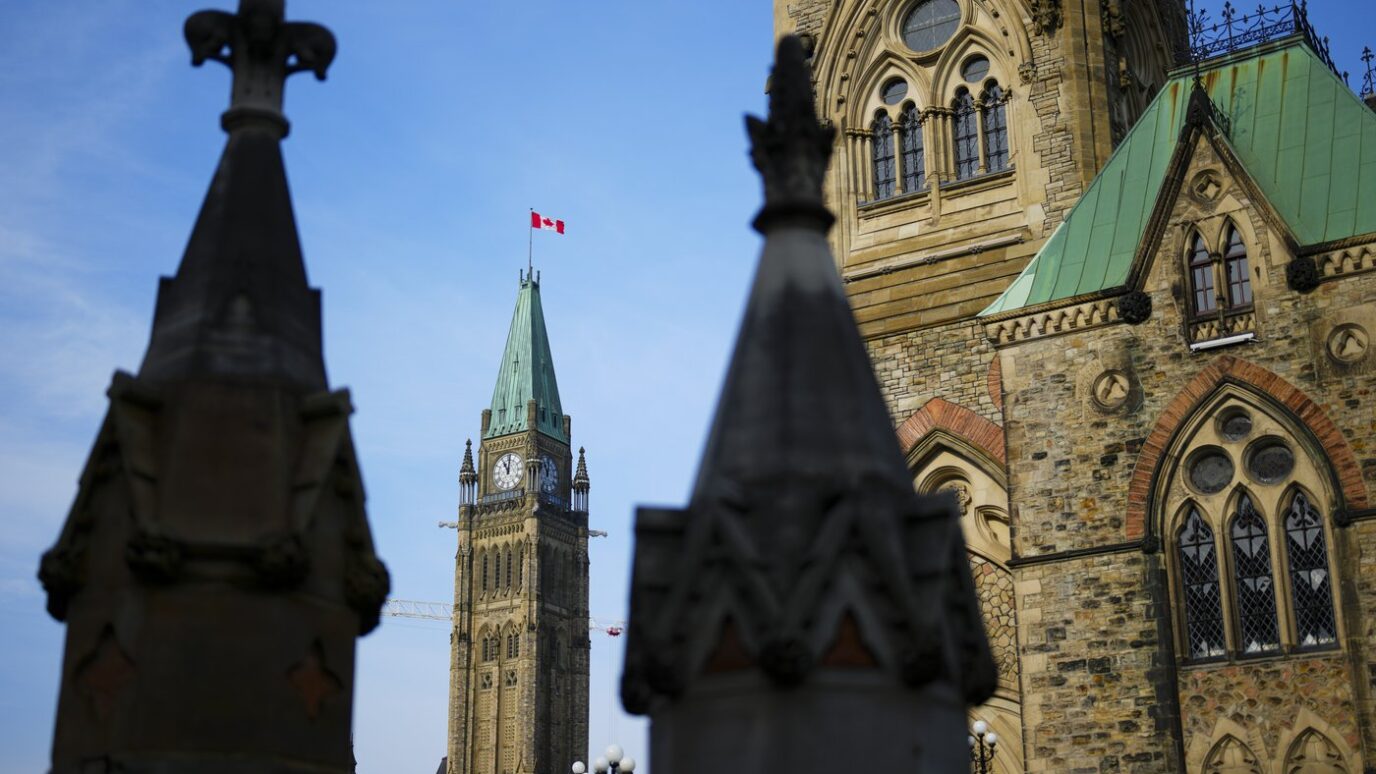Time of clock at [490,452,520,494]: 11:01
